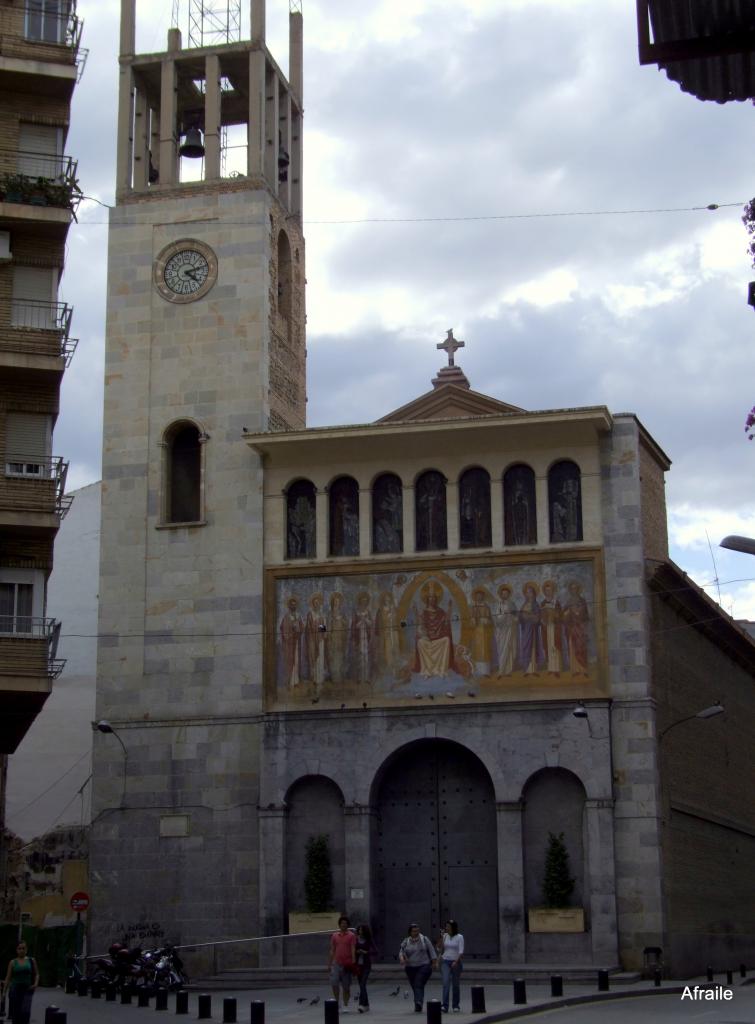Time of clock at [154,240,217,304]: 4:12
